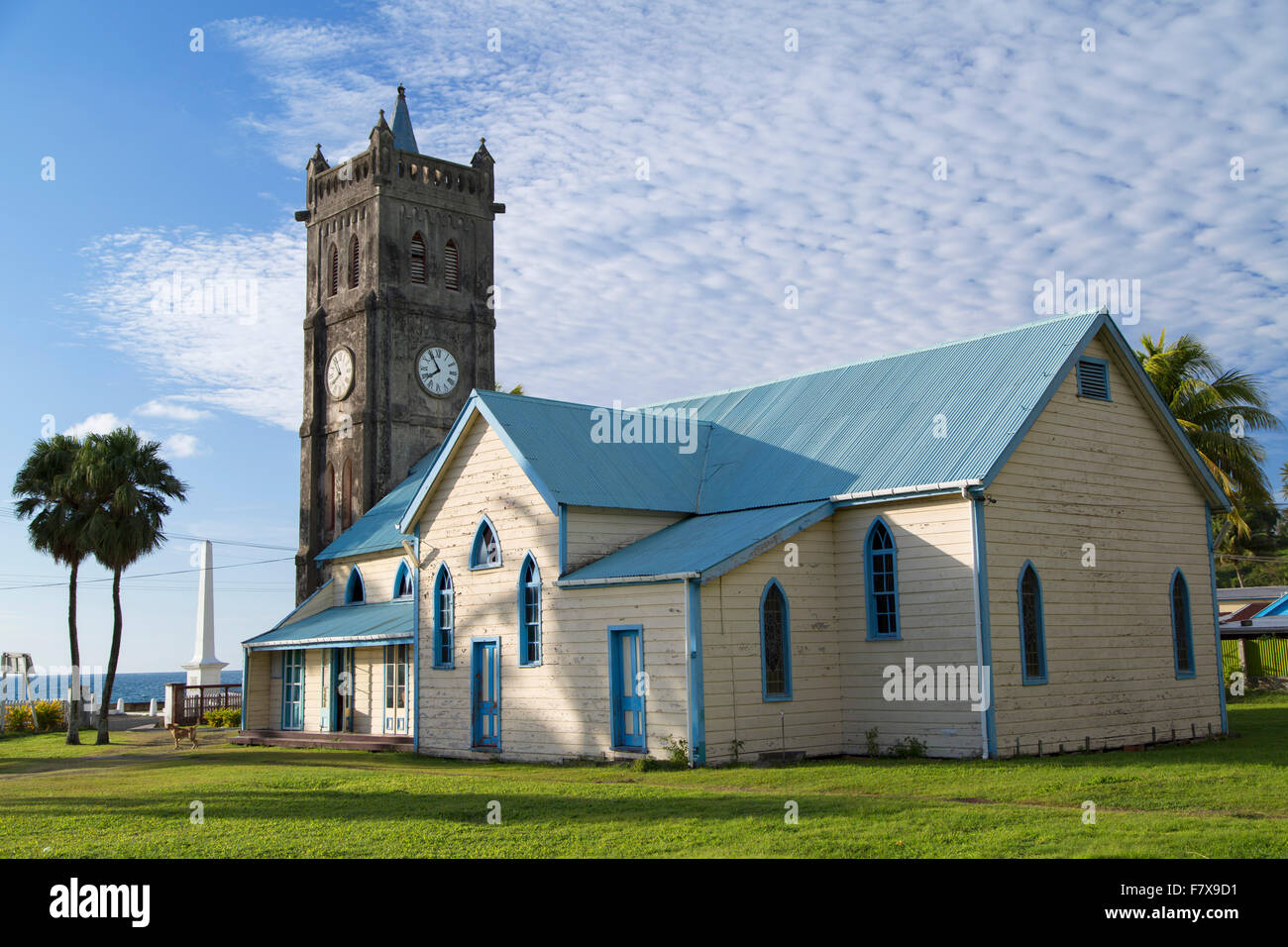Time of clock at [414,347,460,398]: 7:54
